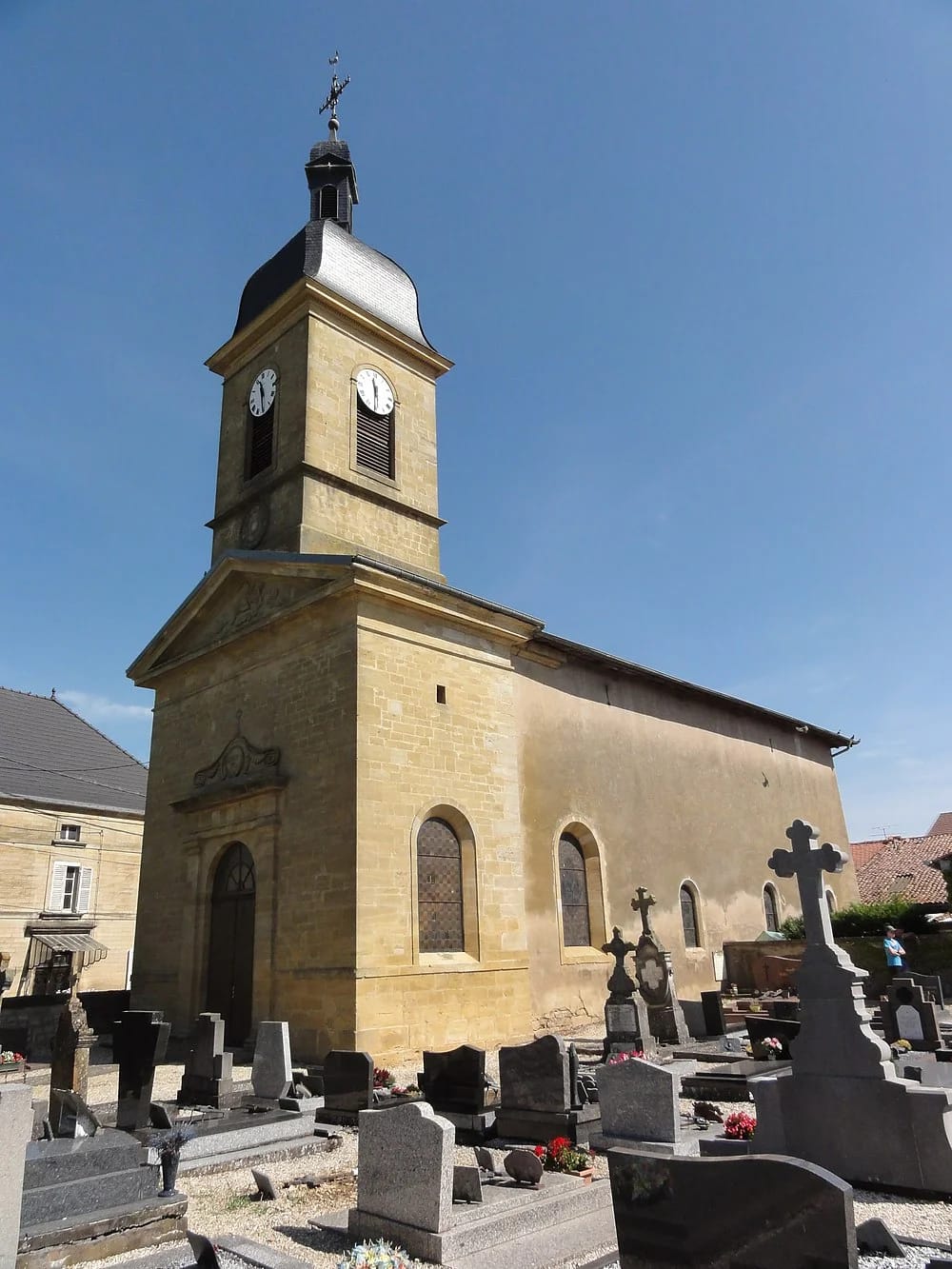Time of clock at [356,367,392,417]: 11:30
